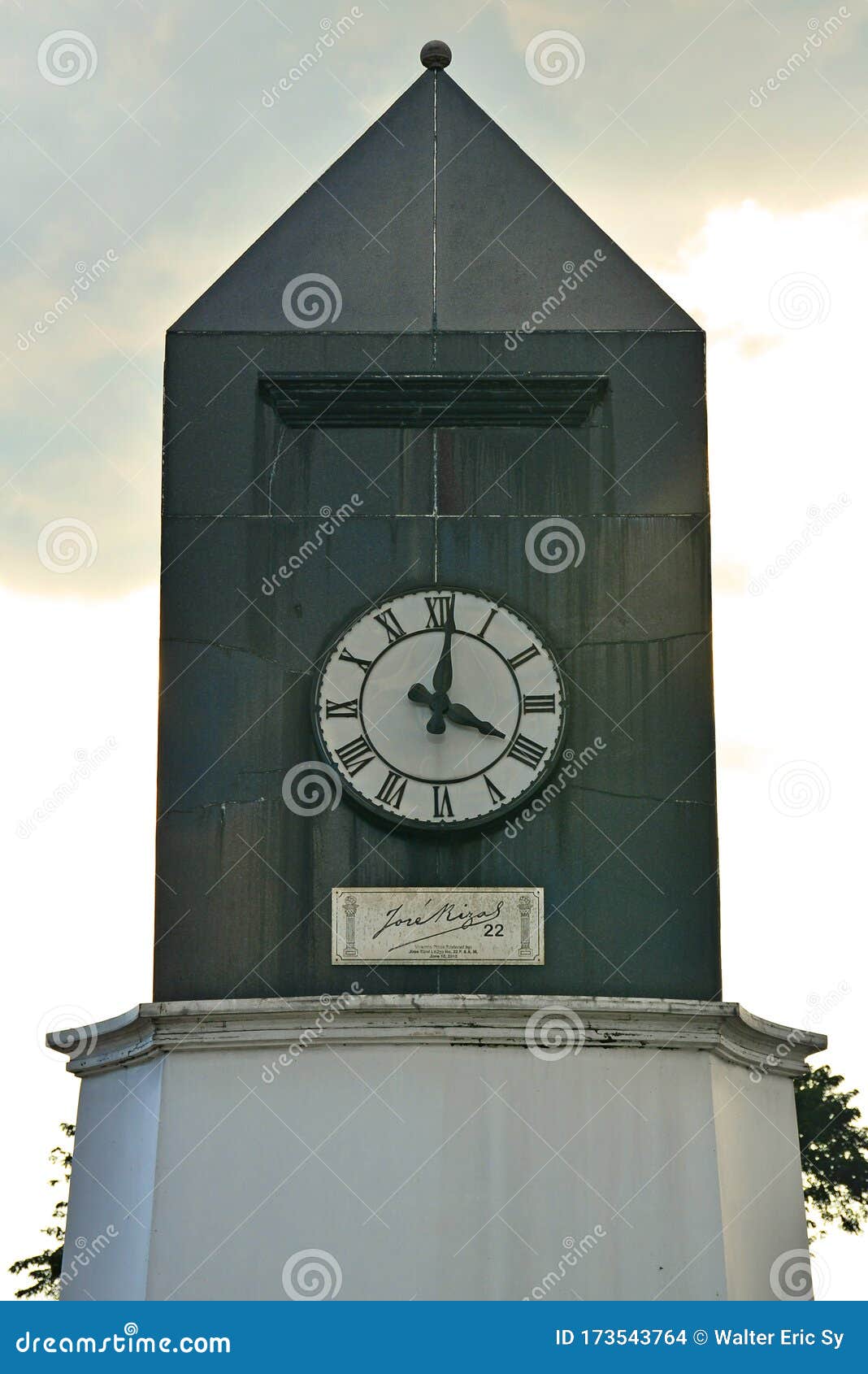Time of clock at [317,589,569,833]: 4:01
